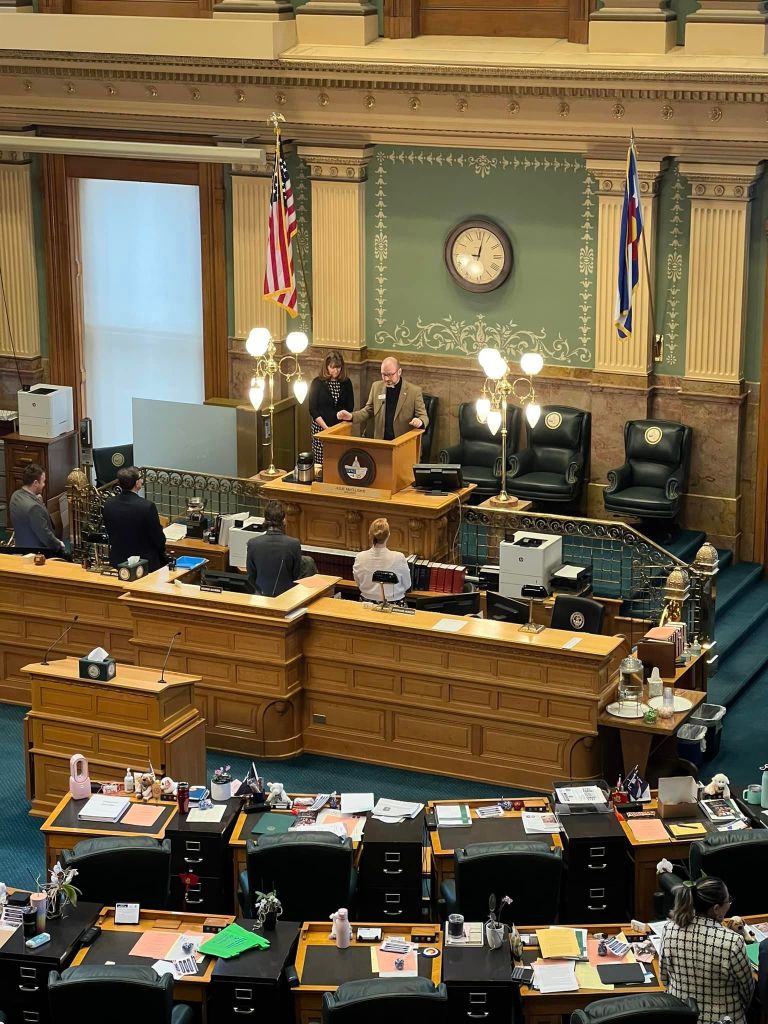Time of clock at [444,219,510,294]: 9:02
